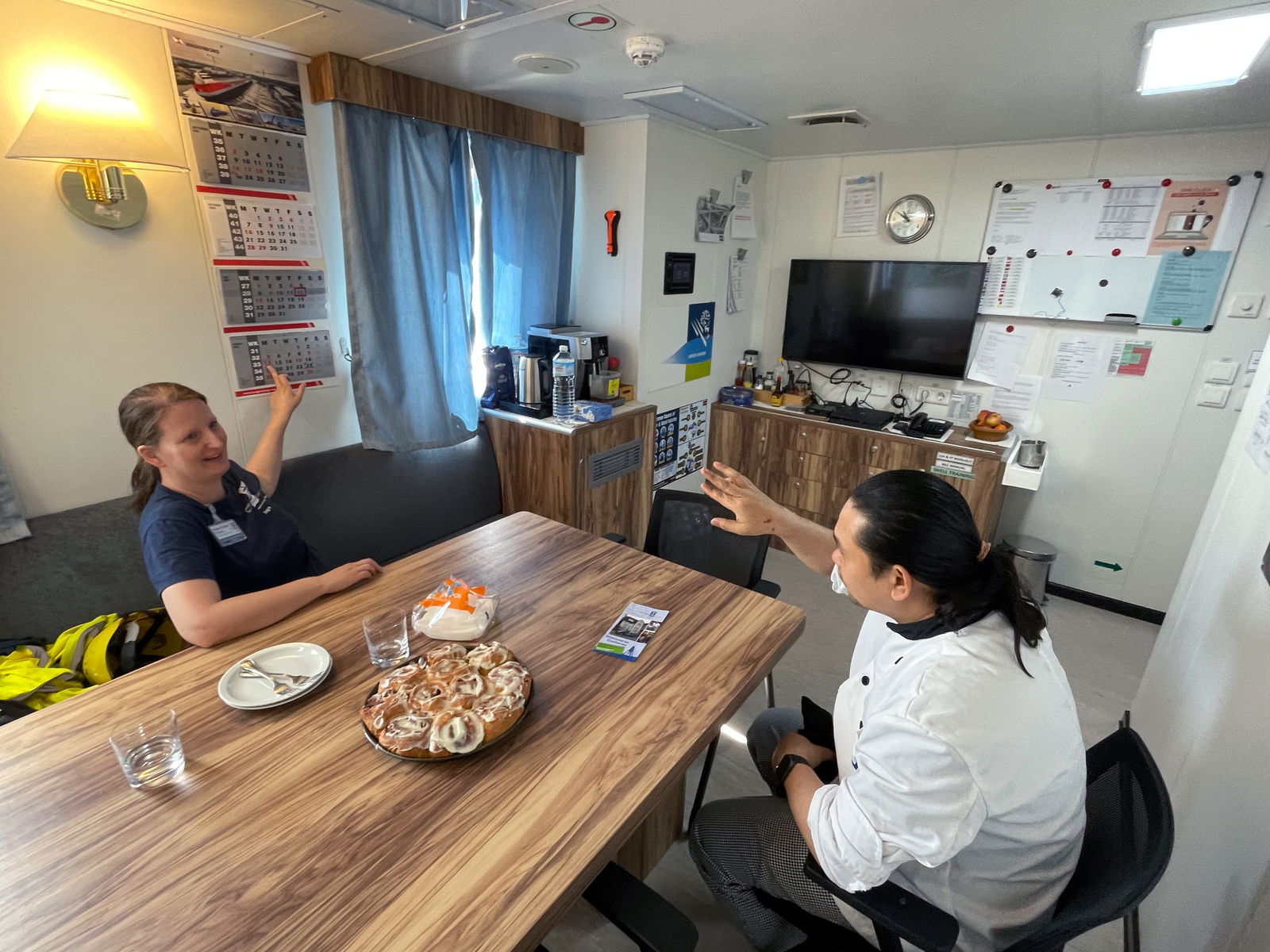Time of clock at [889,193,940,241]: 10:50
